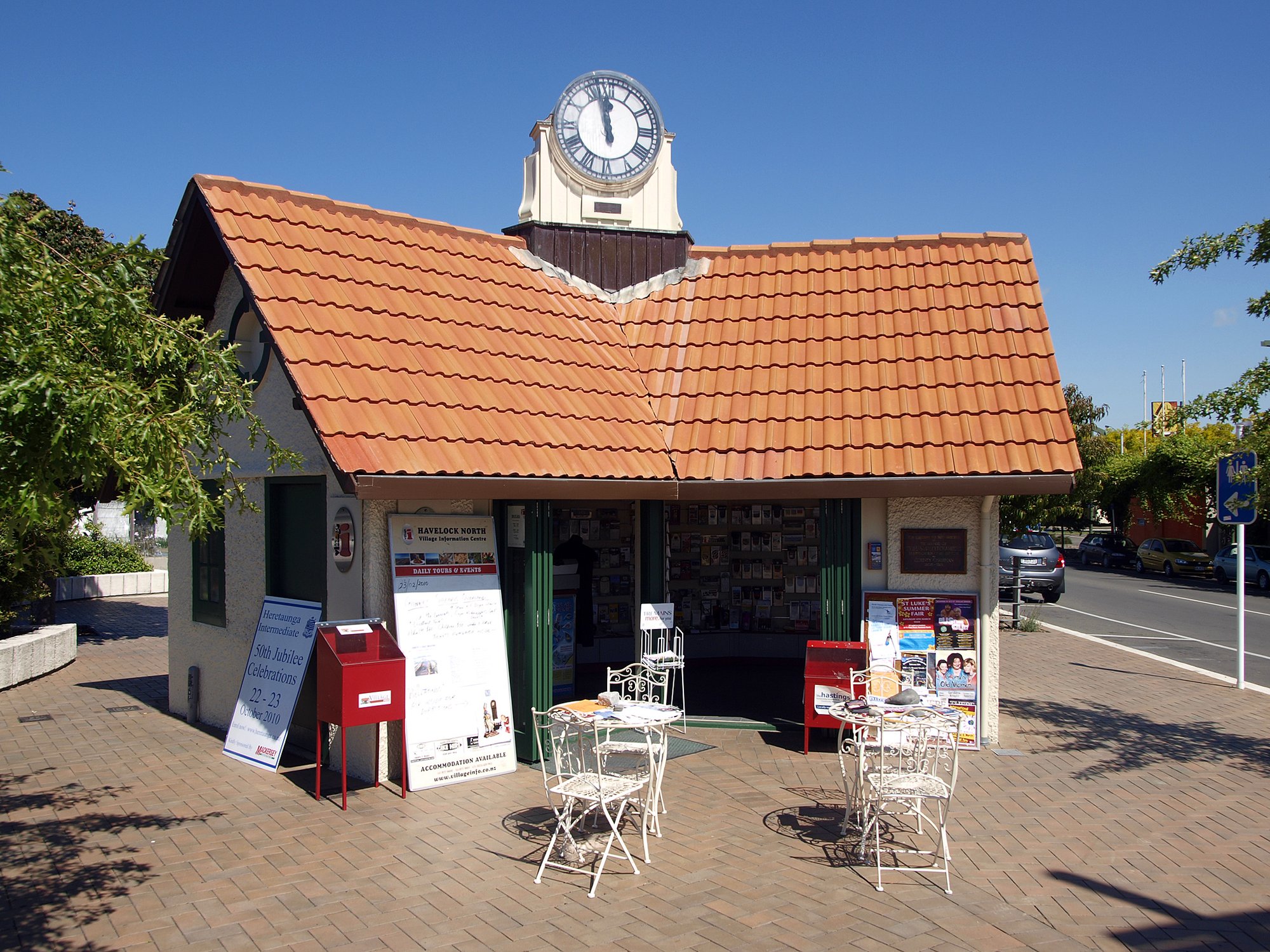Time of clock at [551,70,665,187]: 11:57
